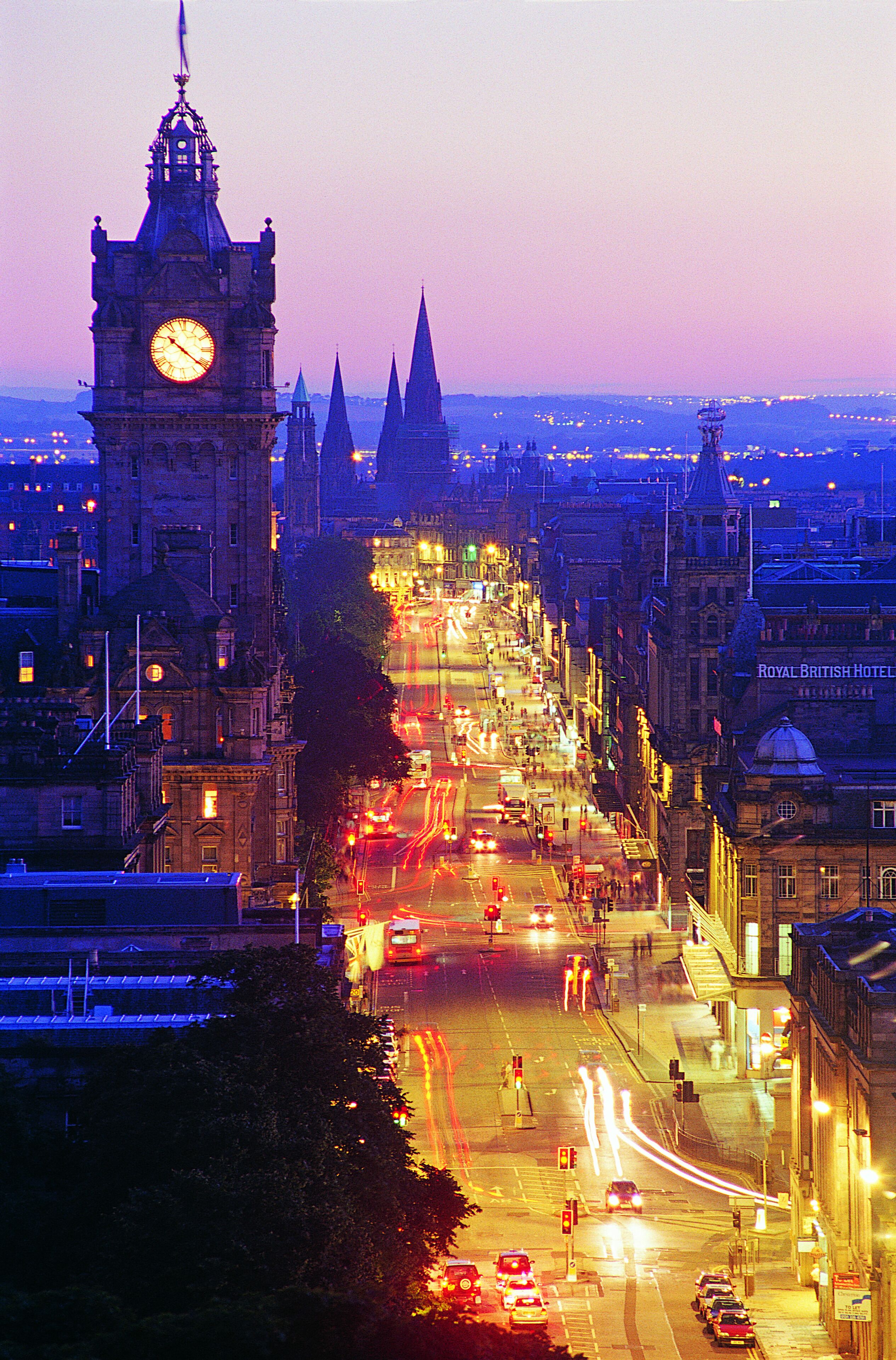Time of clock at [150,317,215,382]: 10:21
